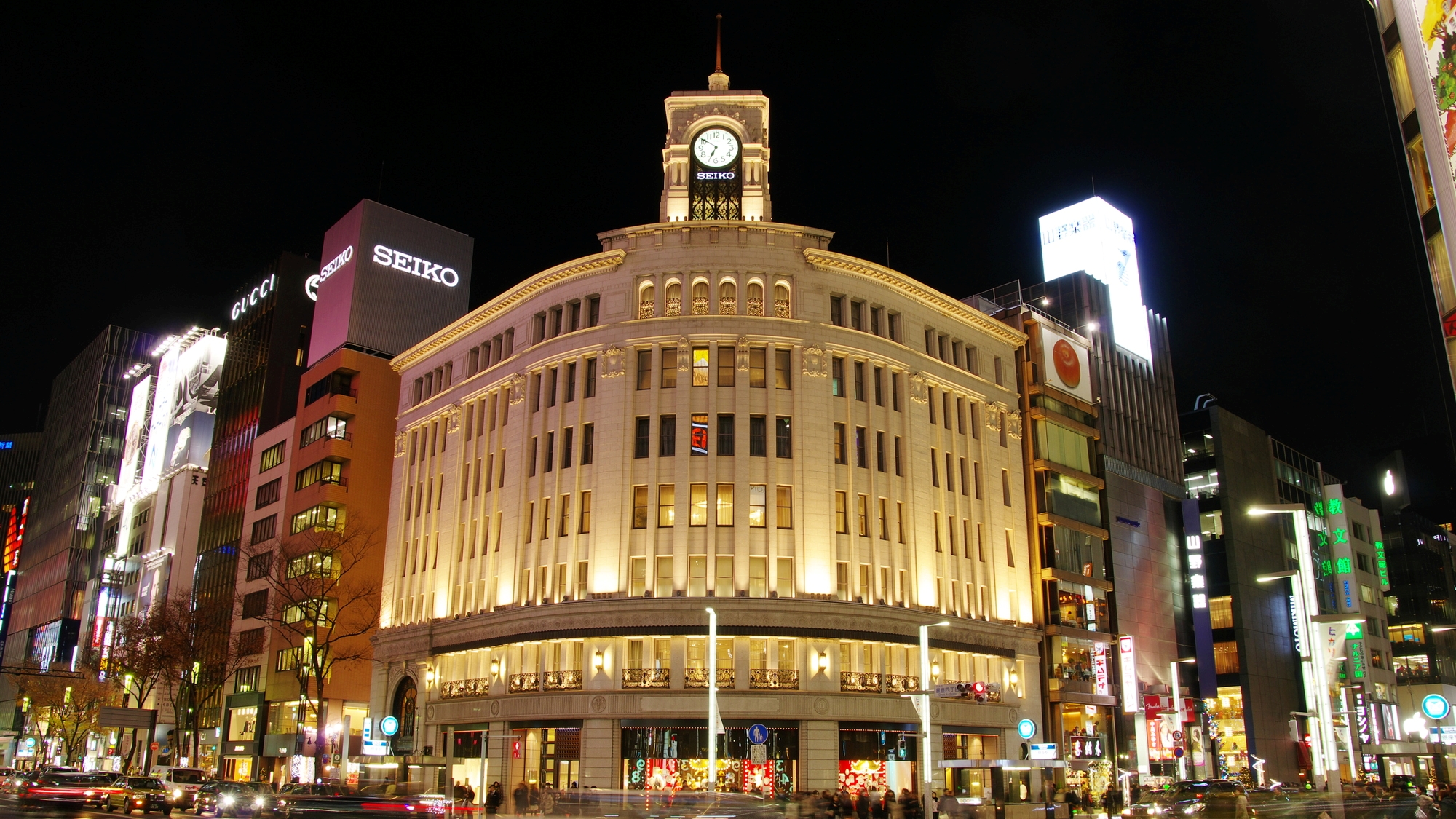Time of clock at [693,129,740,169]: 6:50
